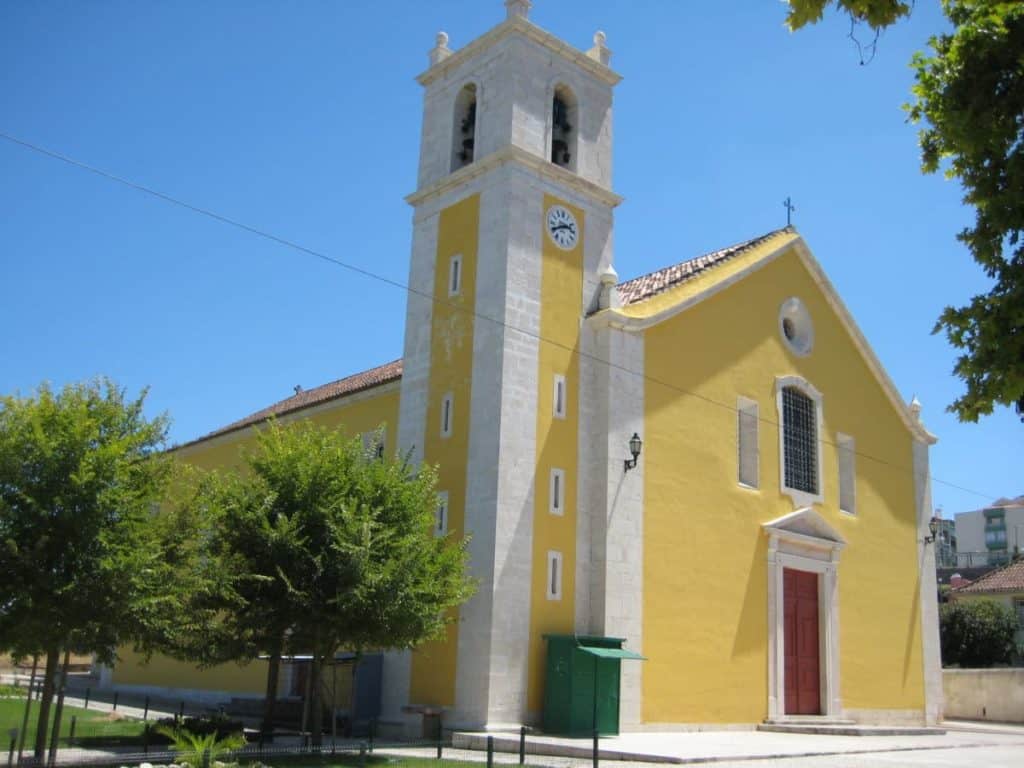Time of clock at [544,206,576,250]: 2:40
